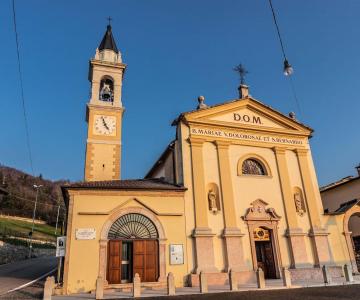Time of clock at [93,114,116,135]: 4:57
